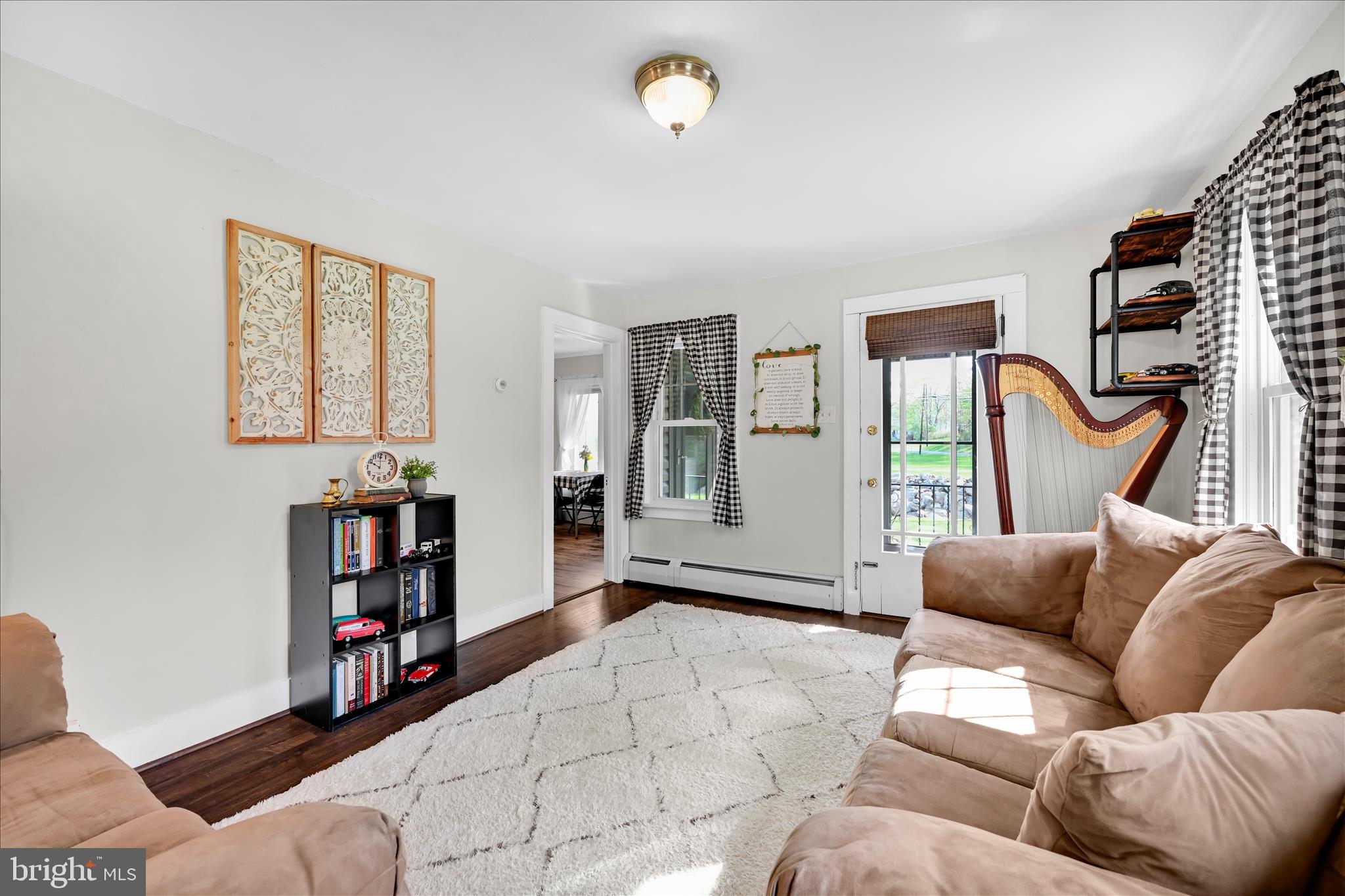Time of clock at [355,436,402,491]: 10:00
